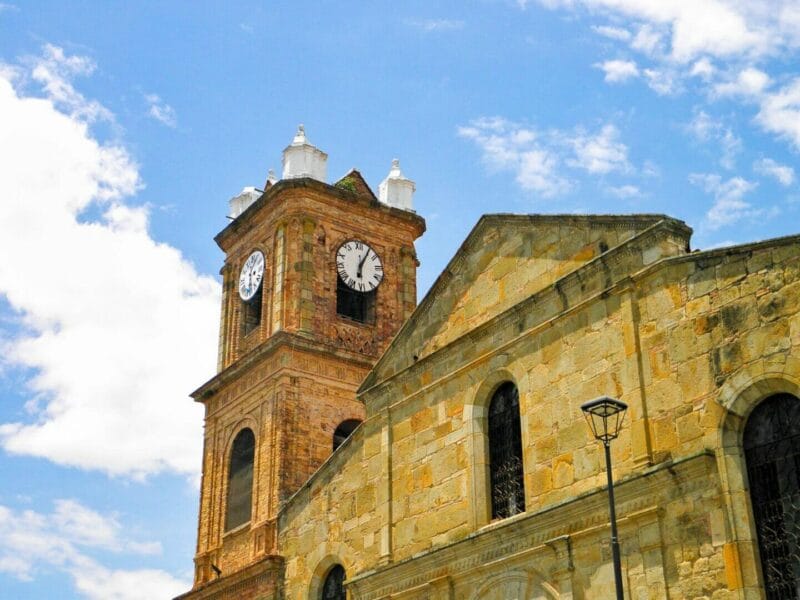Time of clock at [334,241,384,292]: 6:05
